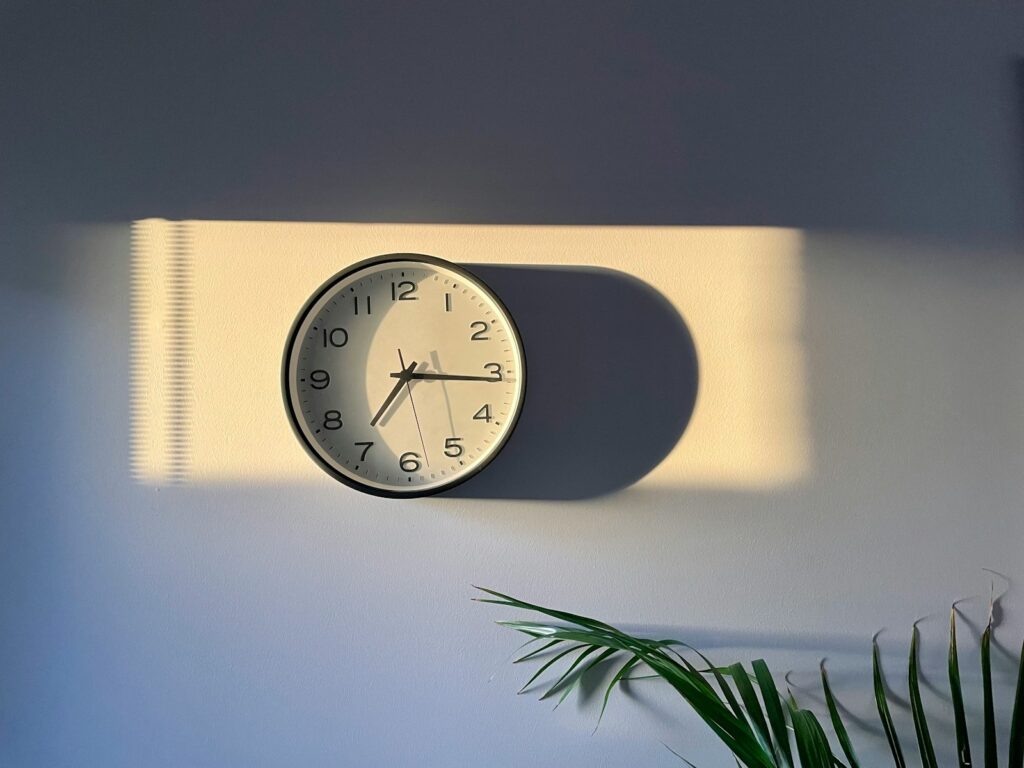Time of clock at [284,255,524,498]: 7:15
